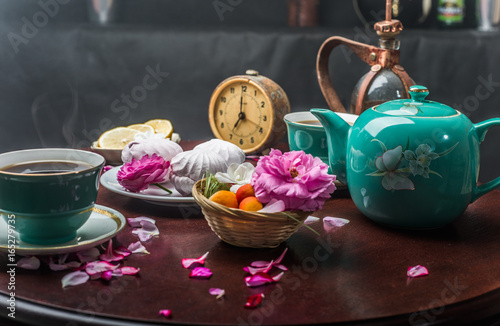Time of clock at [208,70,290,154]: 7:00
